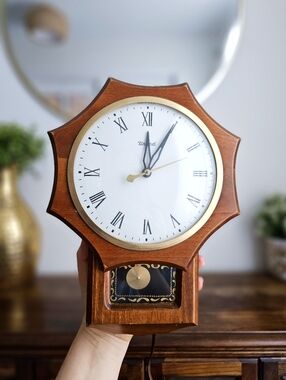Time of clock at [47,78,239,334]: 12:05
